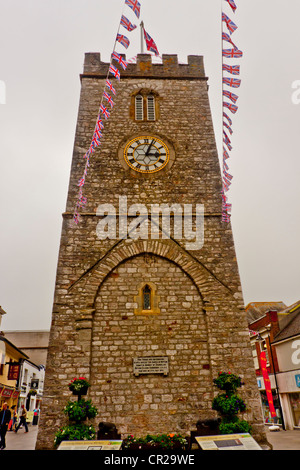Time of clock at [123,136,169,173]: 3:03
